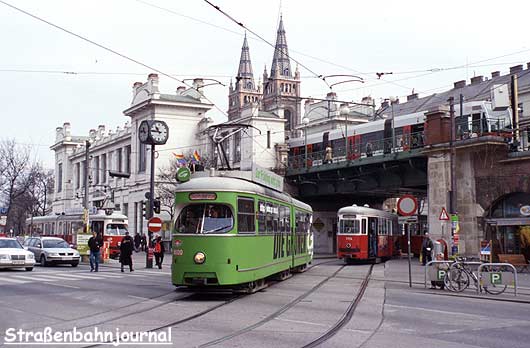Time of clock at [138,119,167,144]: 10:45
